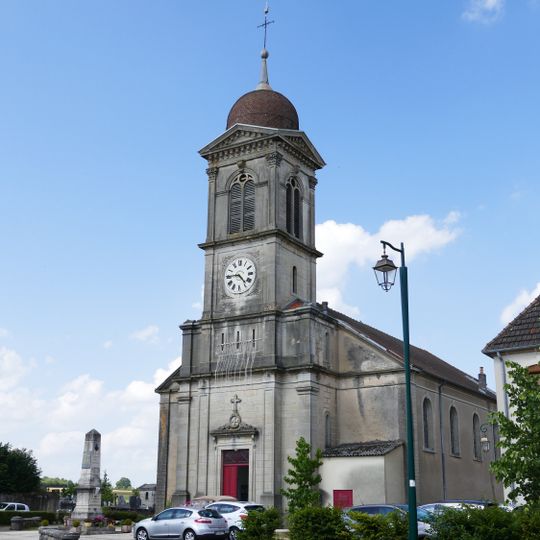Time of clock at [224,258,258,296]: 4:44
